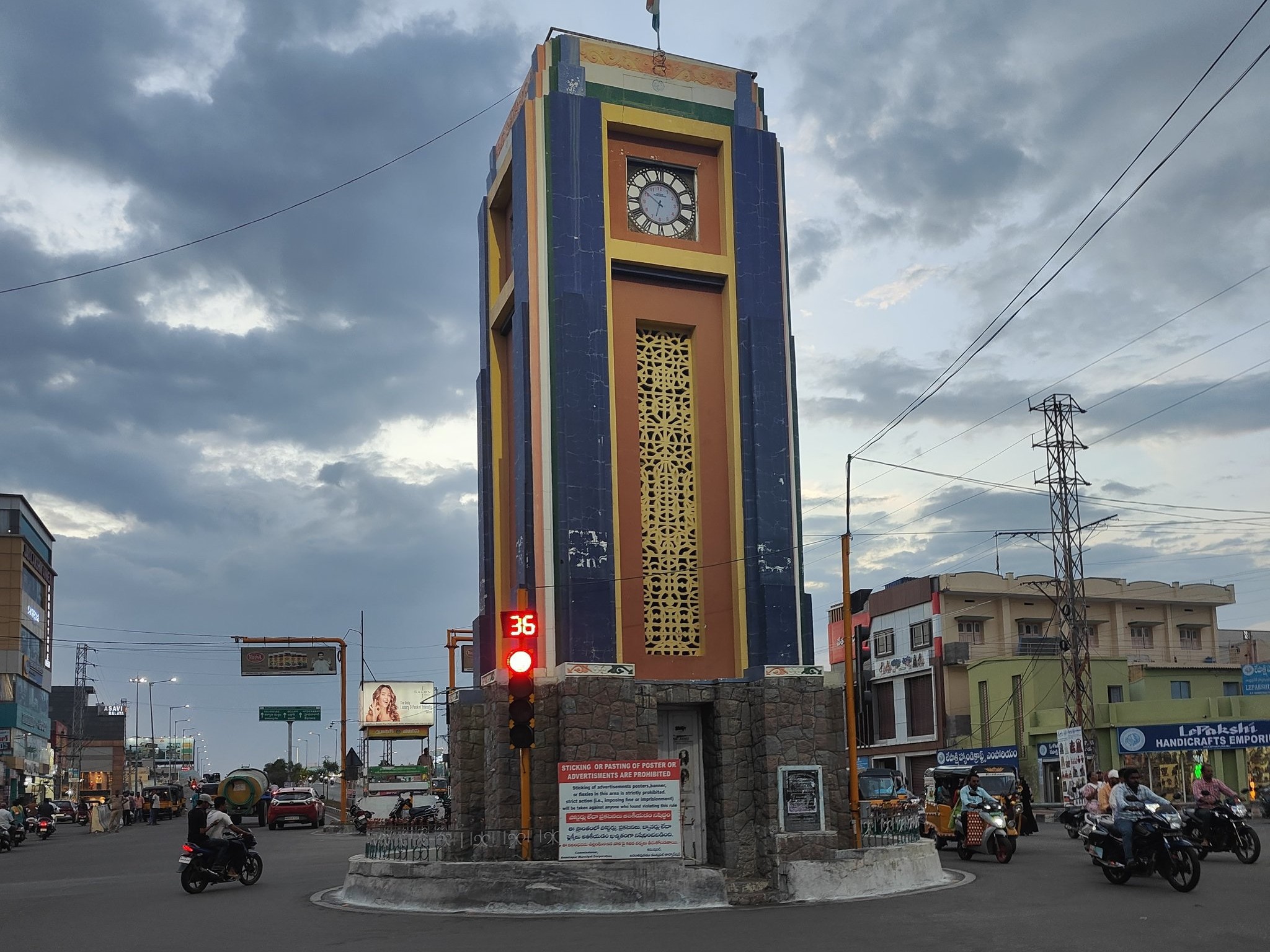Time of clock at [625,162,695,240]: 6:50
